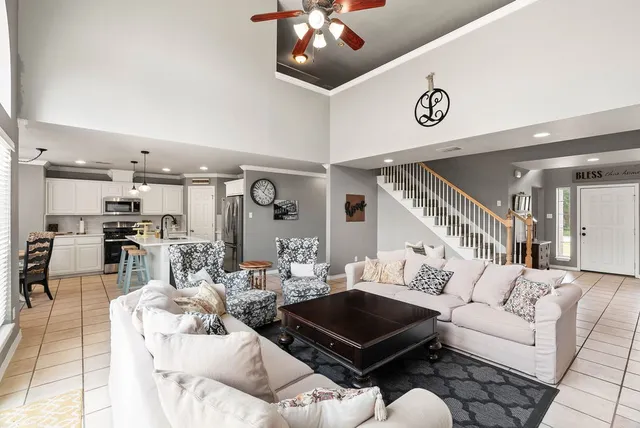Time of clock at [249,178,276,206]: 4:04
